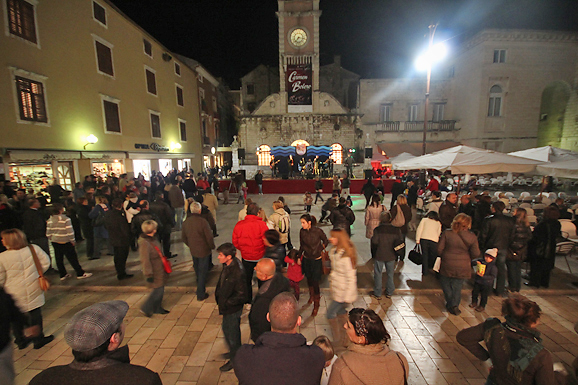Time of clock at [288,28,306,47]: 7:15
